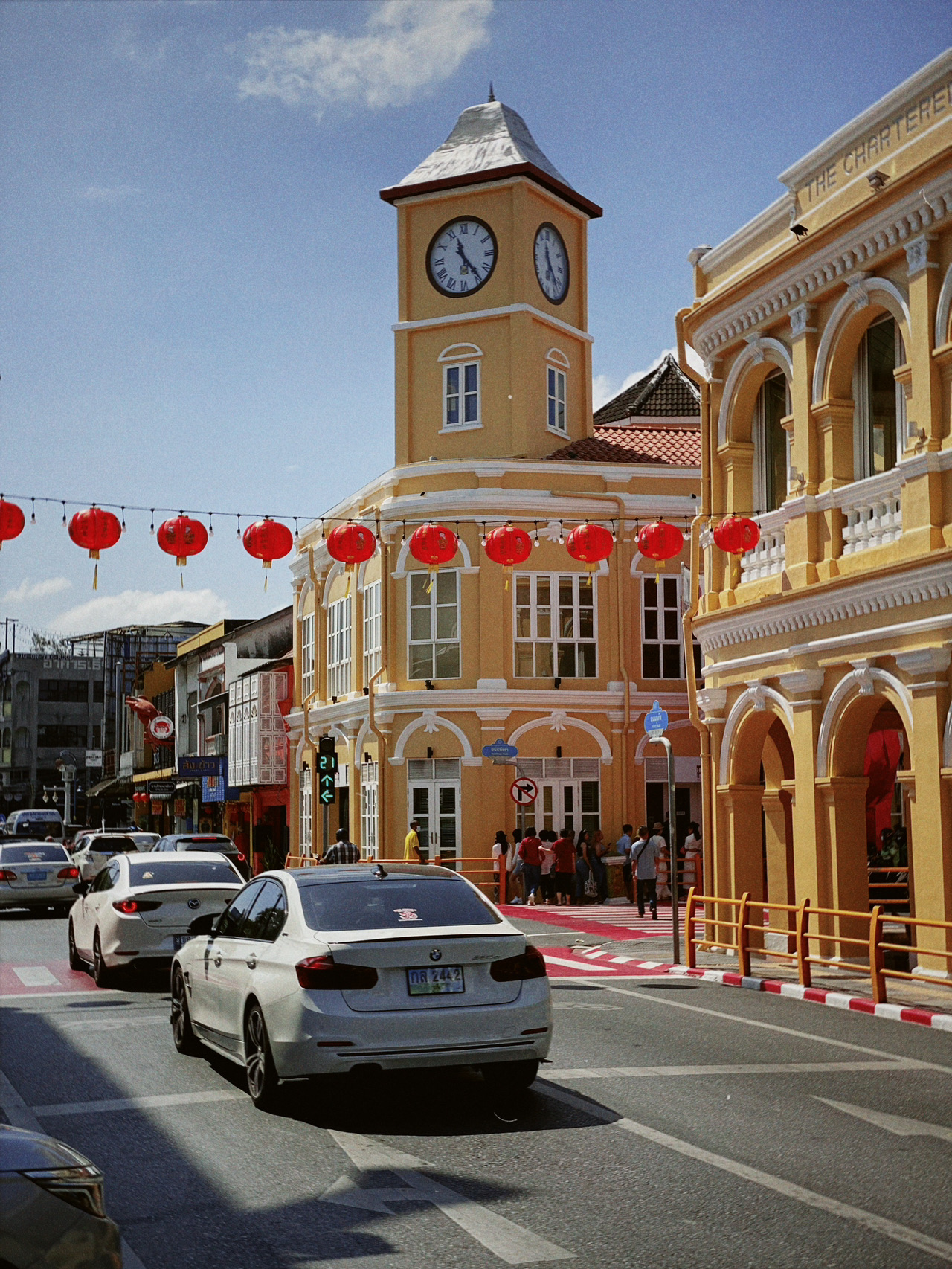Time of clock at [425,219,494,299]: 11:23
